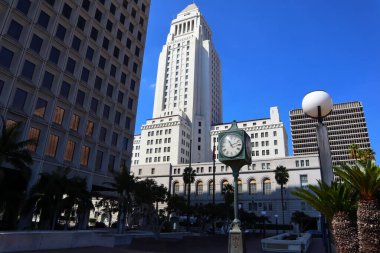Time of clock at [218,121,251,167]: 11:12
